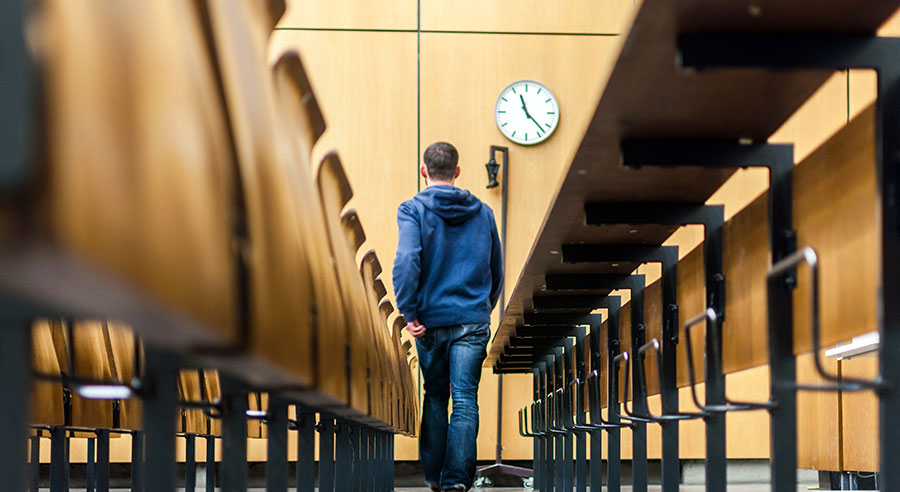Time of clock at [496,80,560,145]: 11:22
